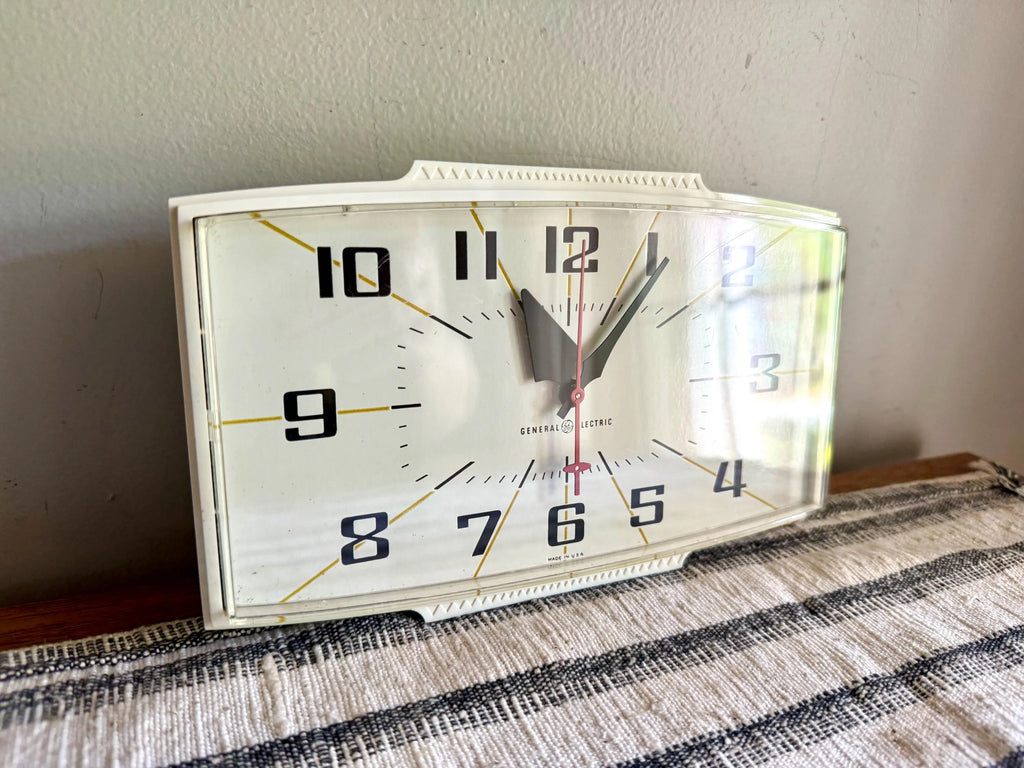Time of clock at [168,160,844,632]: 11:05
